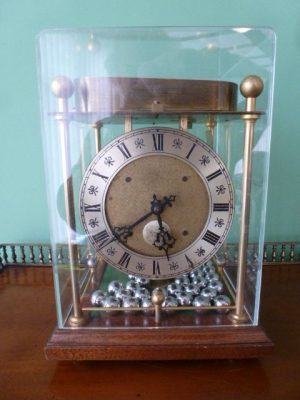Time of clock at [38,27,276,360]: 5:38
